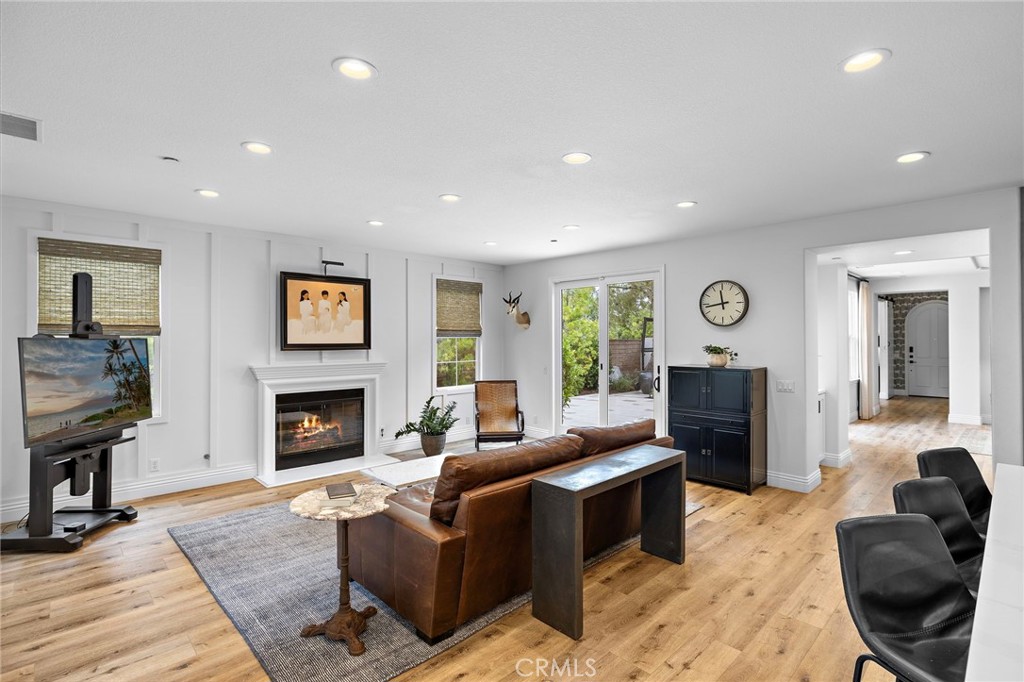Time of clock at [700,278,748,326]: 11:43
